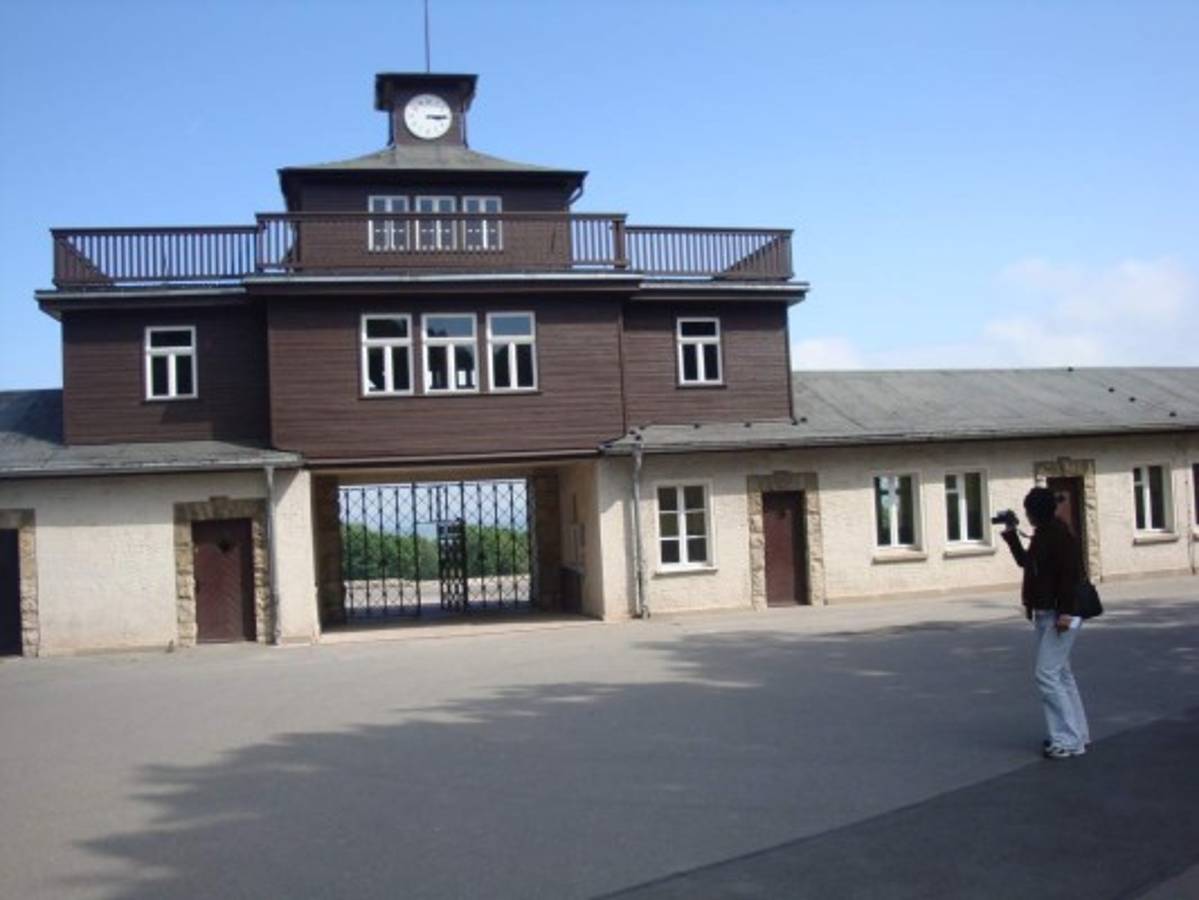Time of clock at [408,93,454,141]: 3:14
